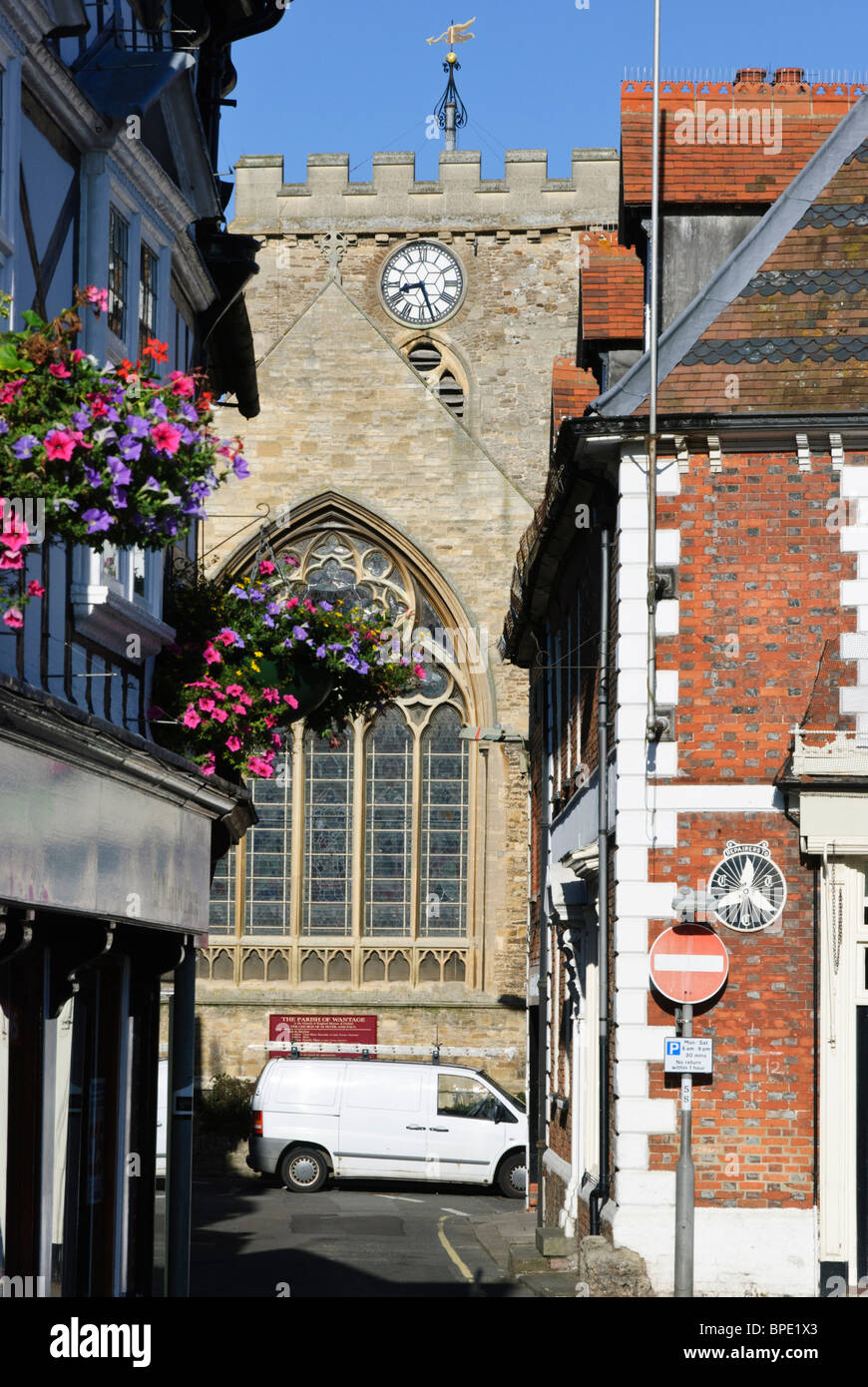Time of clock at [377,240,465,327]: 8:26
